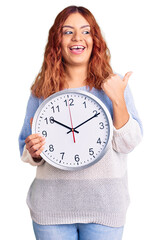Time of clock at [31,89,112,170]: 10:10
